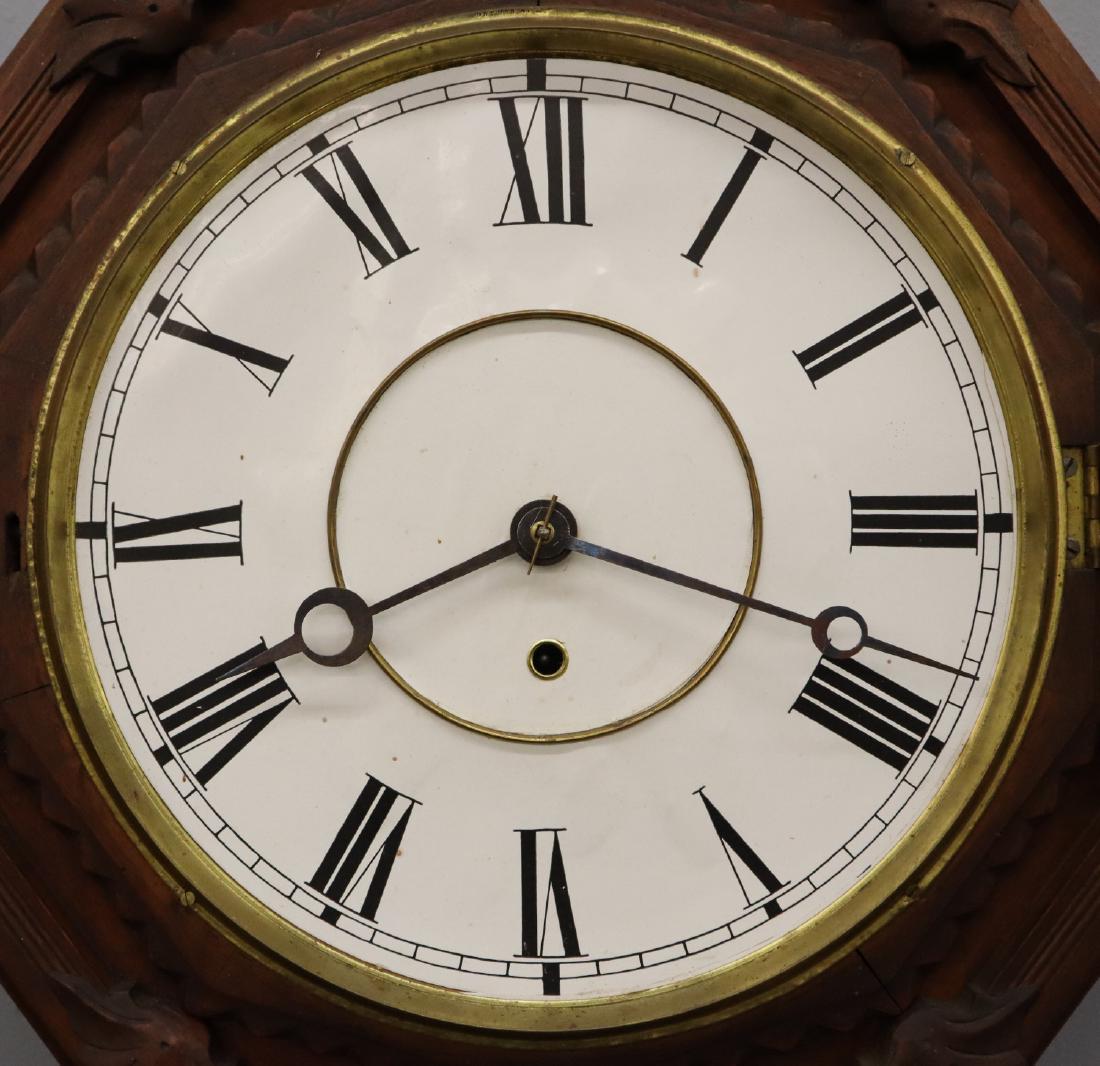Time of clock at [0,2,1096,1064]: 3:40
